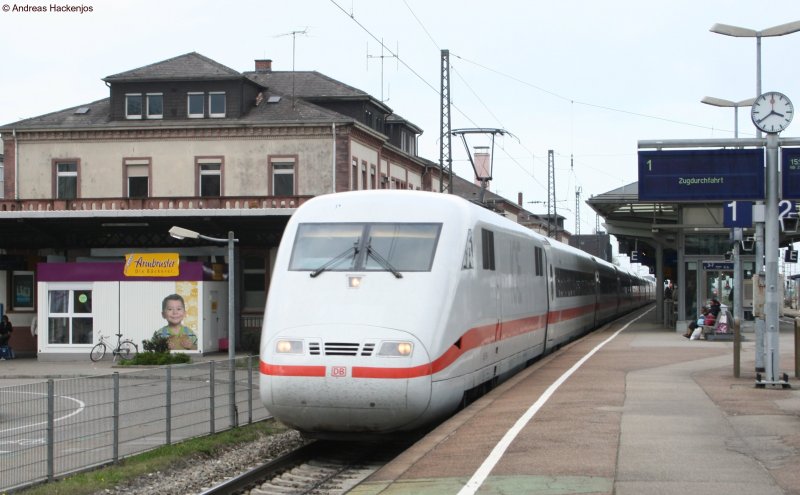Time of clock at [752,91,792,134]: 3:39
